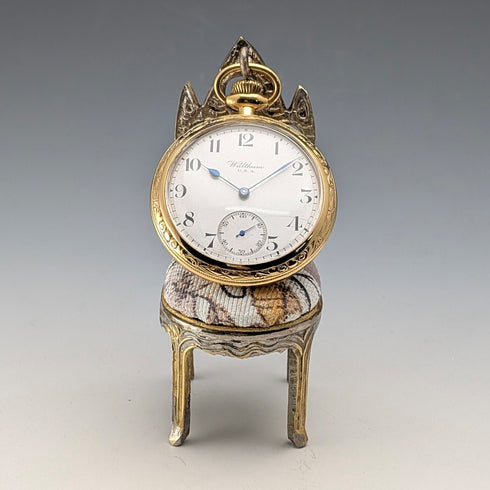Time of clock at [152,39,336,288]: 10:08
